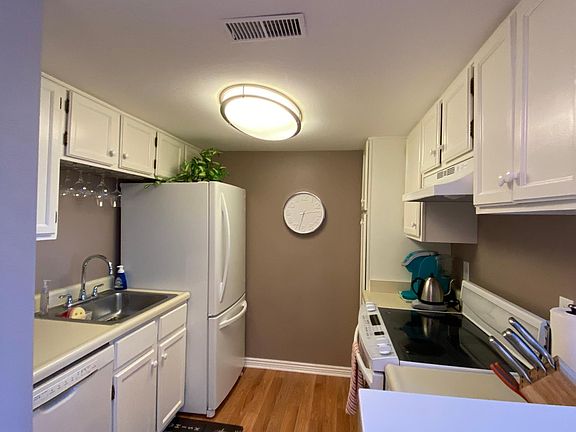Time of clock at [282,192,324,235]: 2:32
